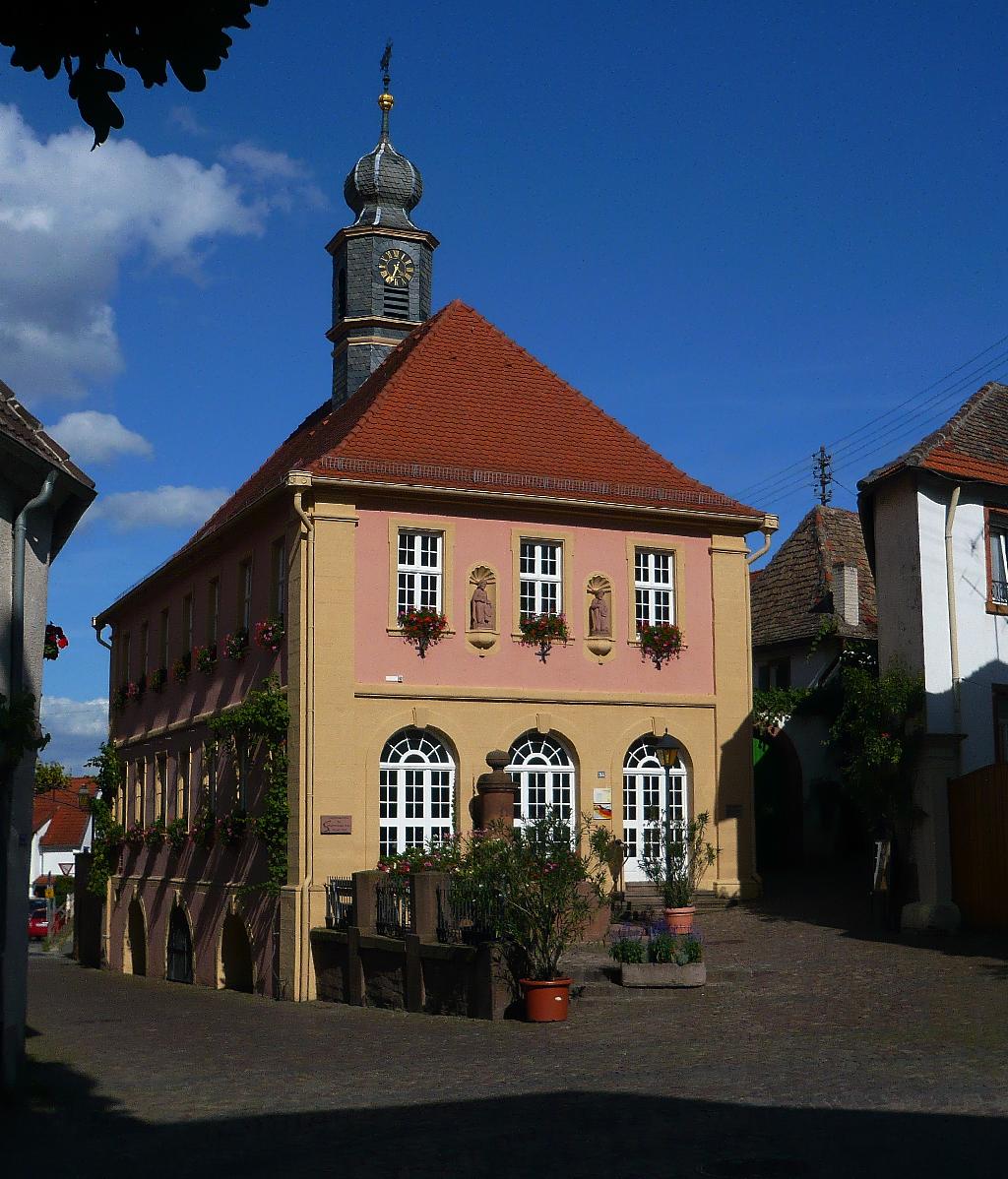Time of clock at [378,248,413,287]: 7:04
